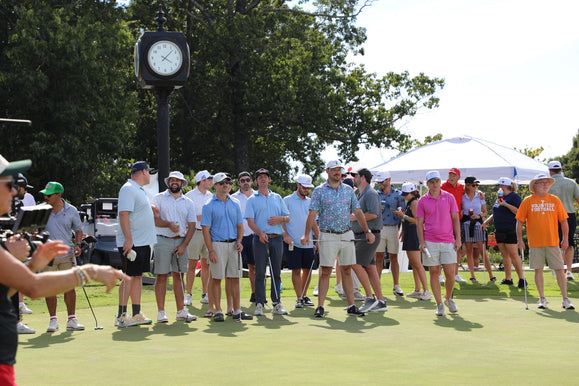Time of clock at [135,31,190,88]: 4:07
